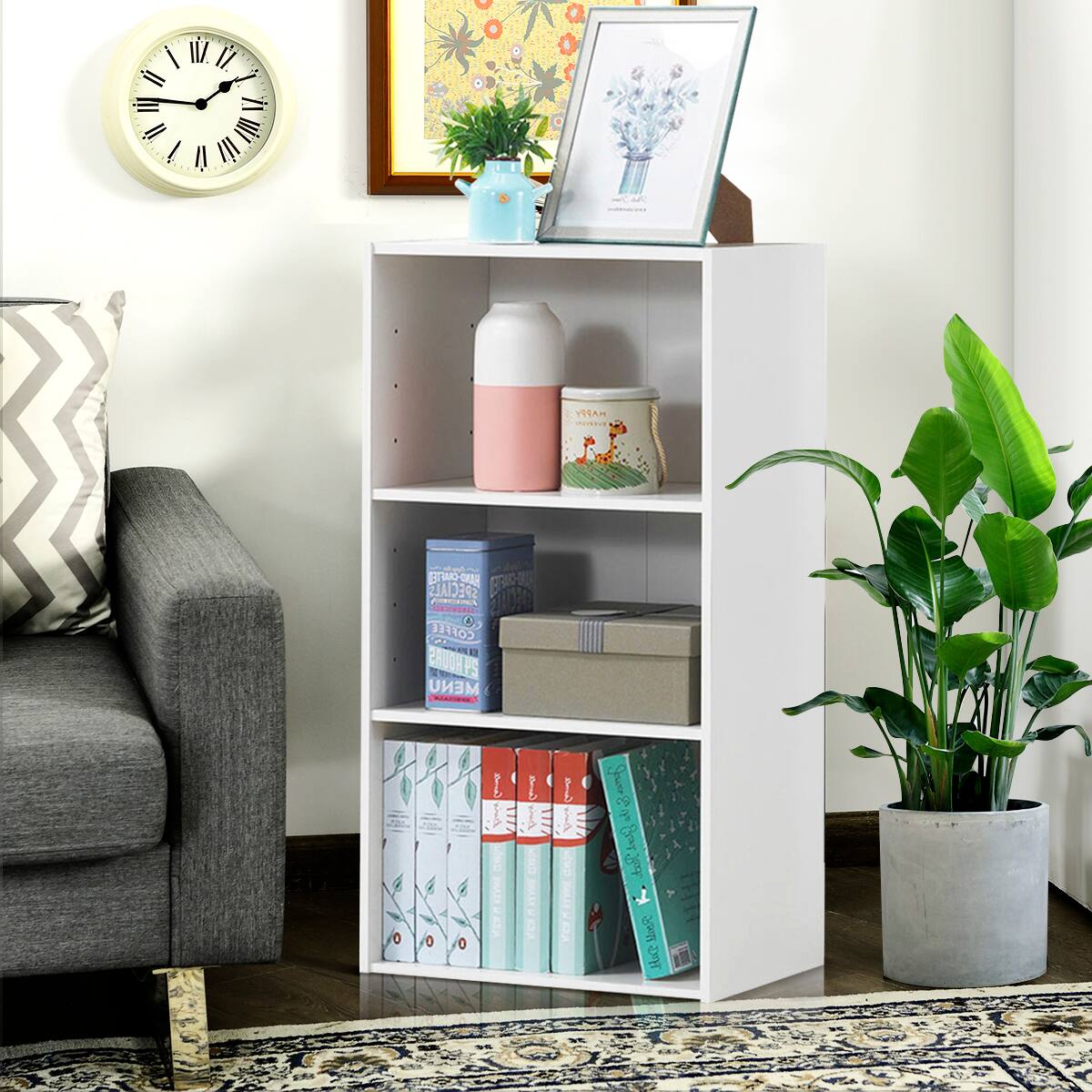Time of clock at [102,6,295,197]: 1:46
